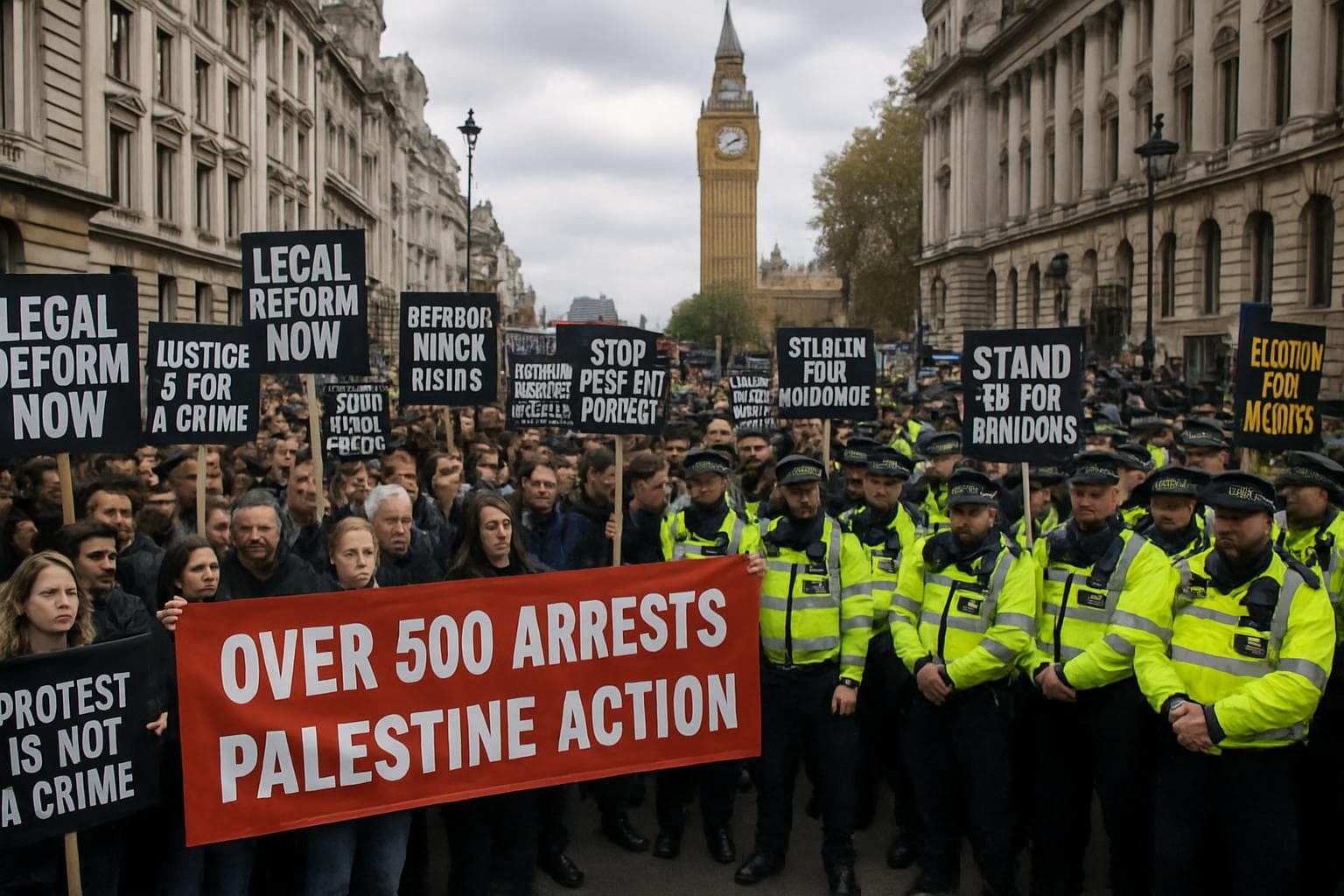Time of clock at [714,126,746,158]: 2:40
